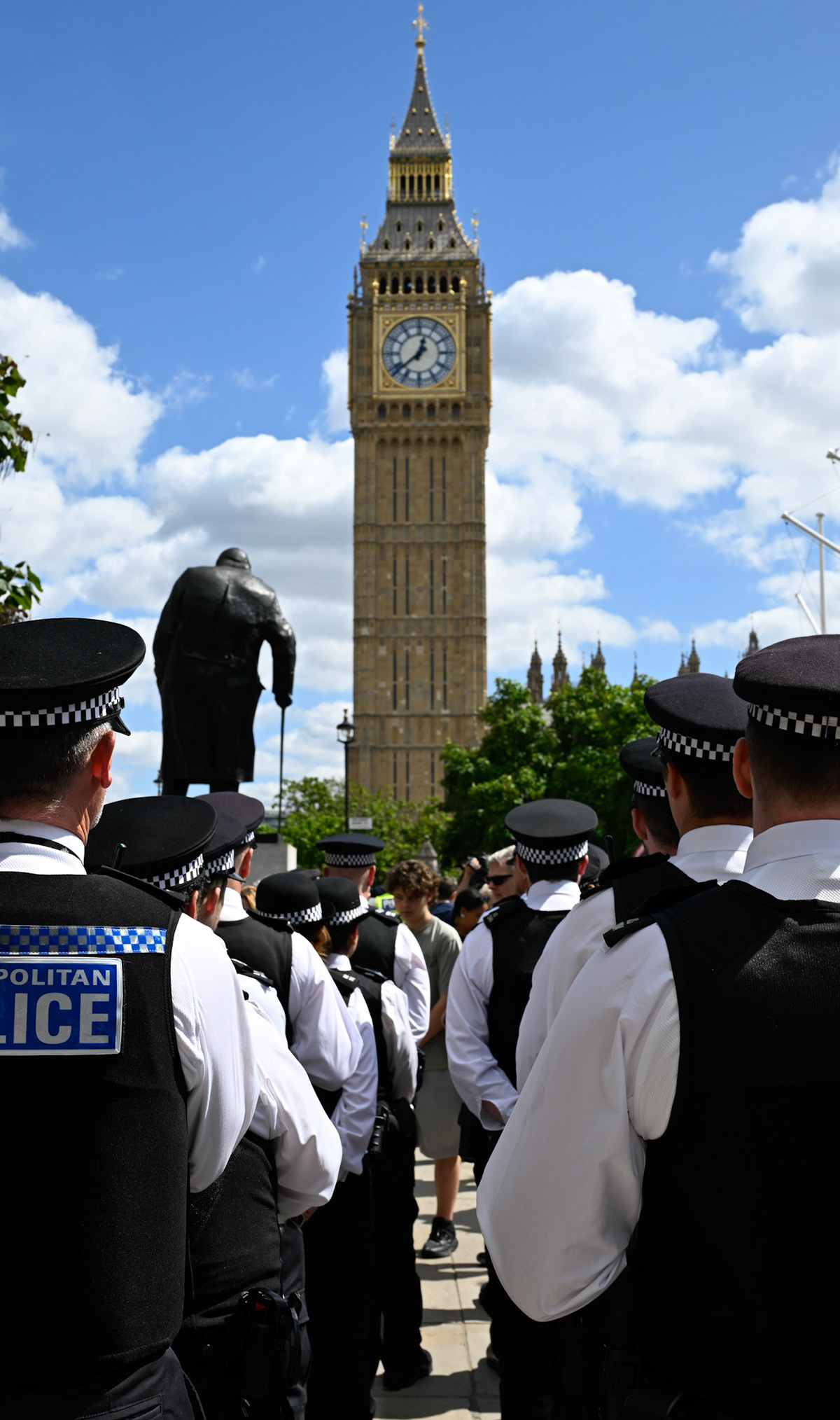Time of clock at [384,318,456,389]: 12:38
